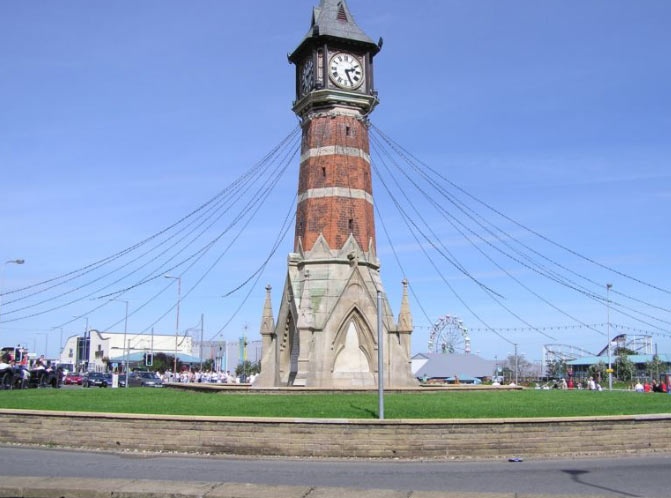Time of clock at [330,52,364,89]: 2:25
